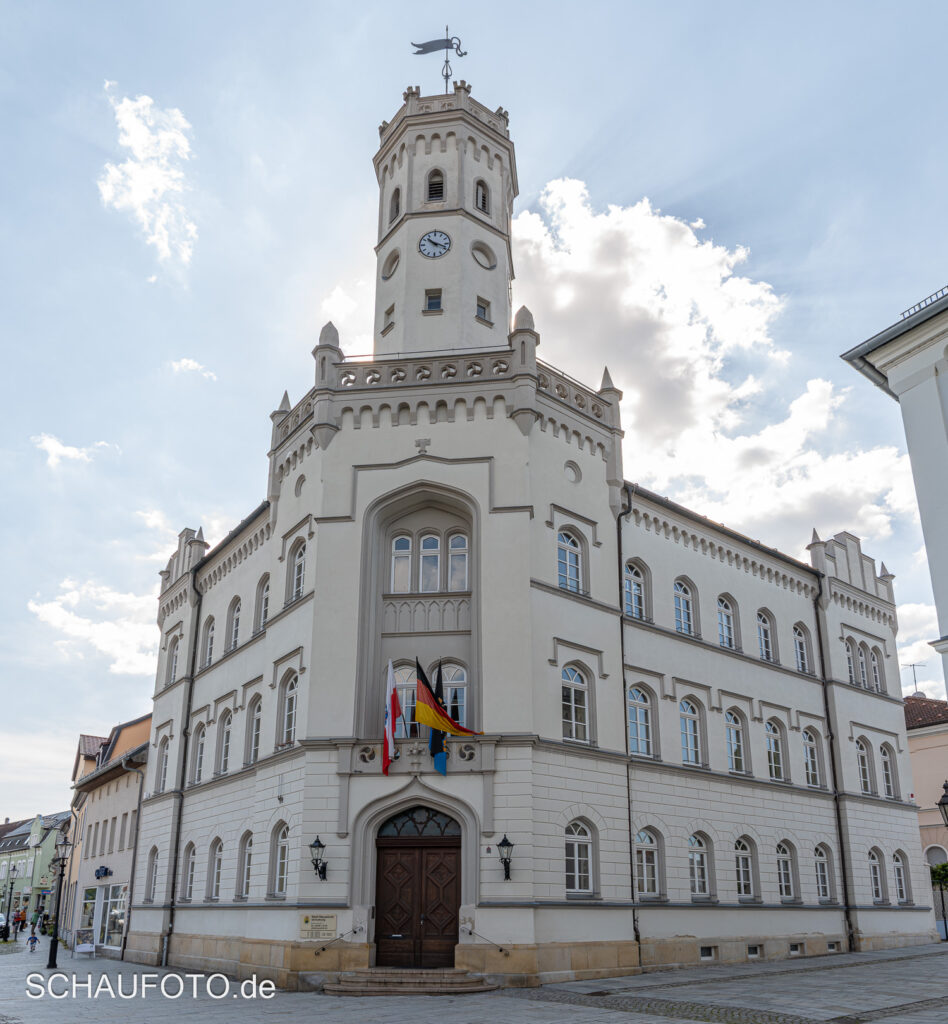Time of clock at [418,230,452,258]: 10:18
